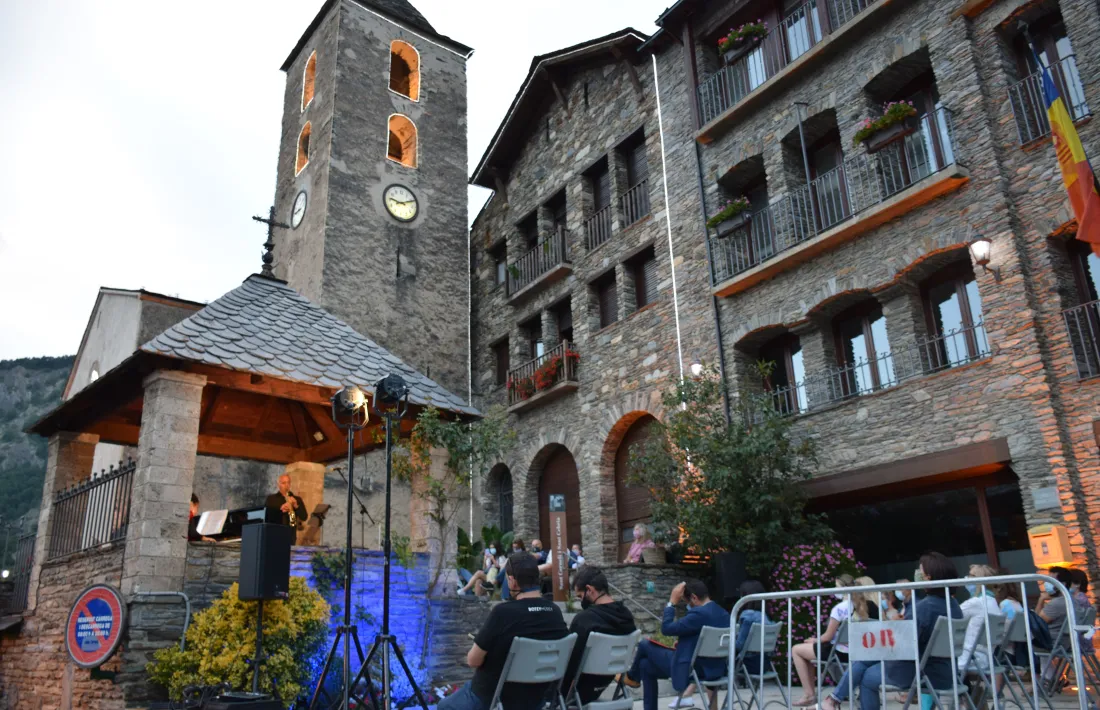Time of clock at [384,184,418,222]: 9:11
